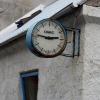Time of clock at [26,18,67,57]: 2:46
